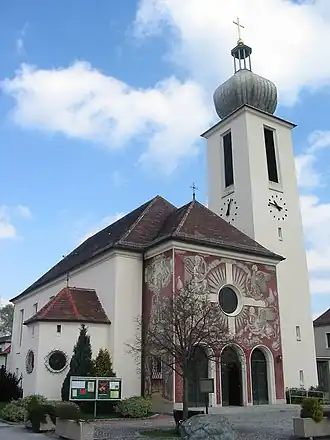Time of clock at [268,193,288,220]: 10:47
